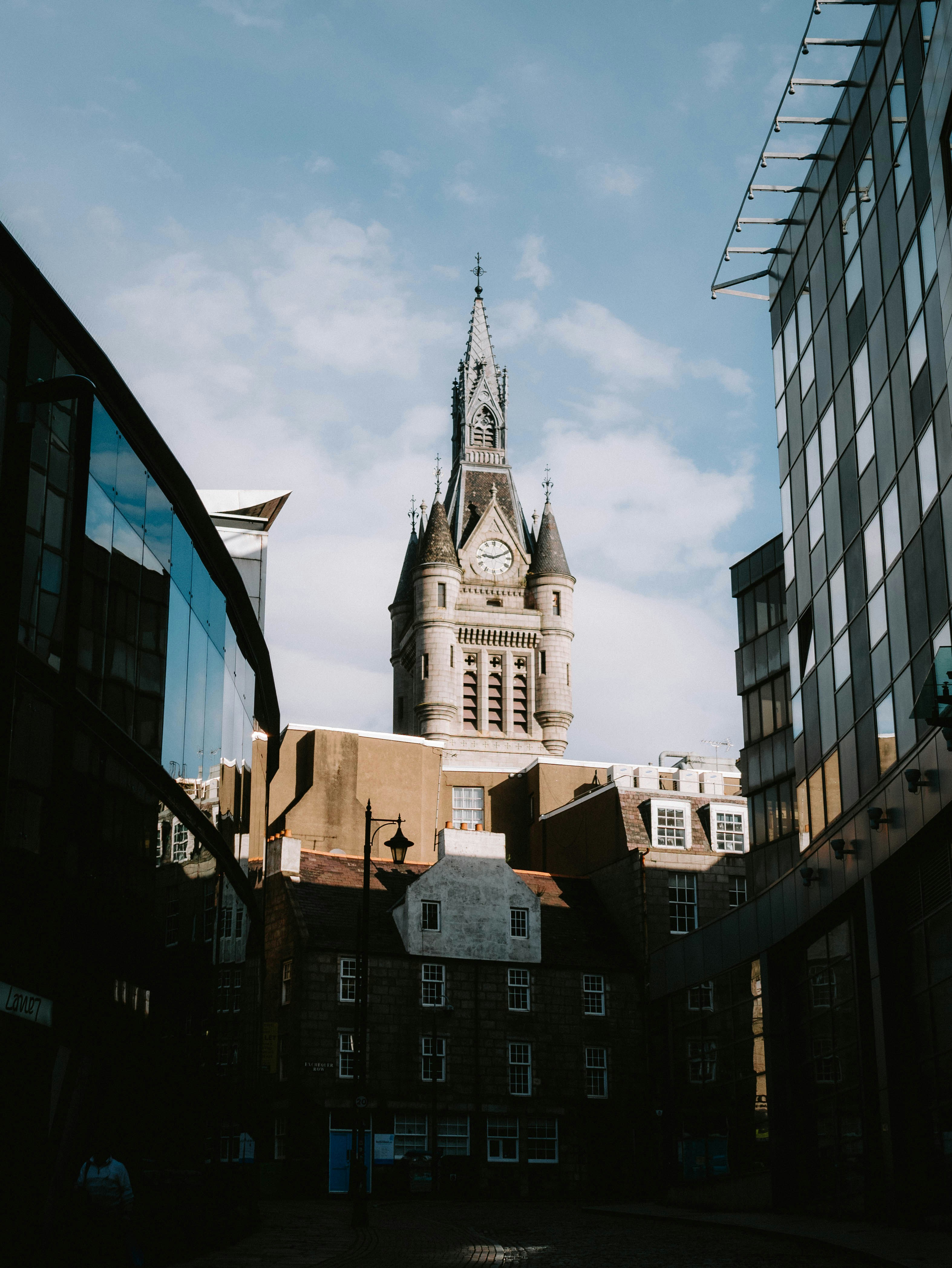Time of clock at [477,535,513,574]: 9:11
